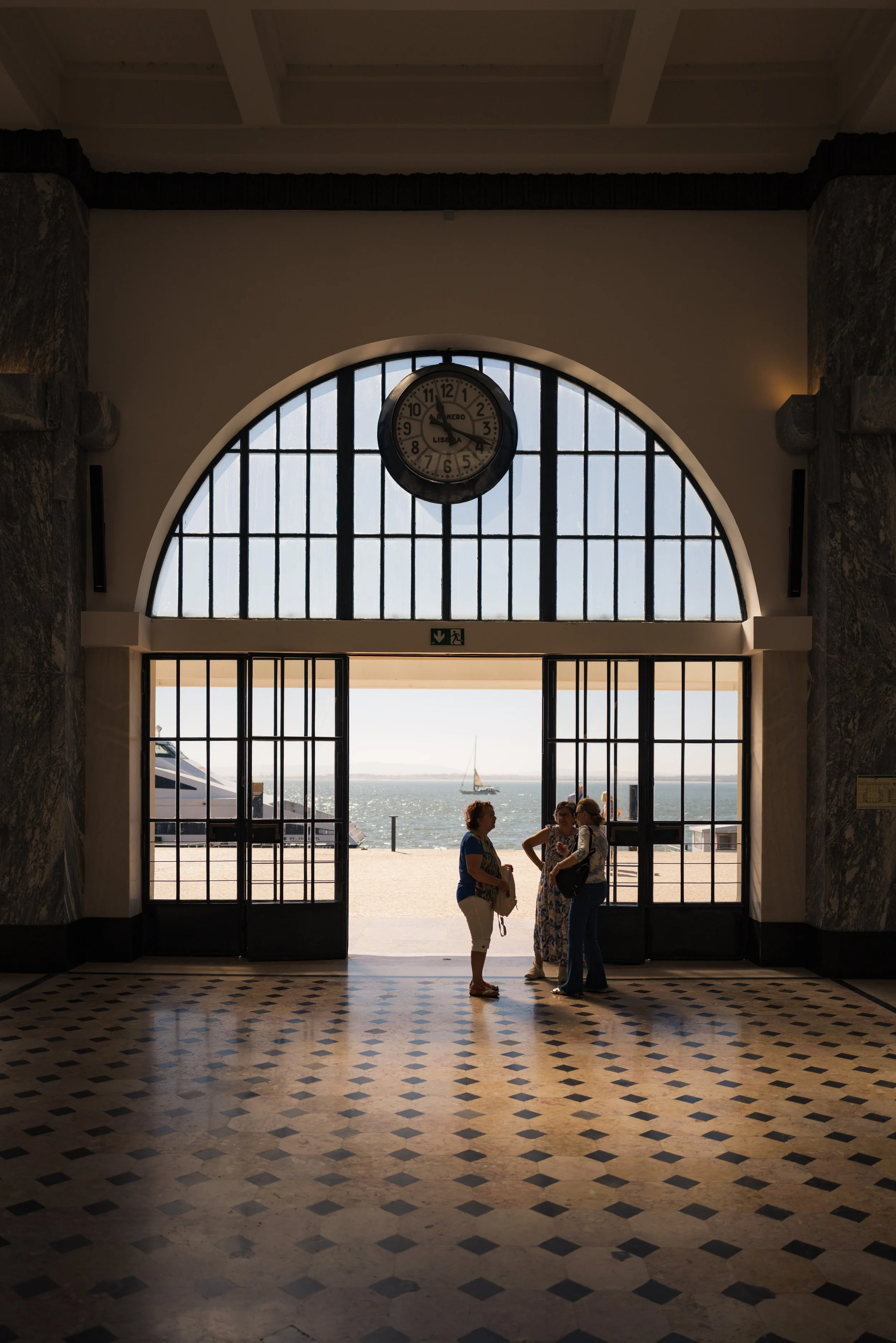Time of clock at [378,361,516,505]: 11:18
